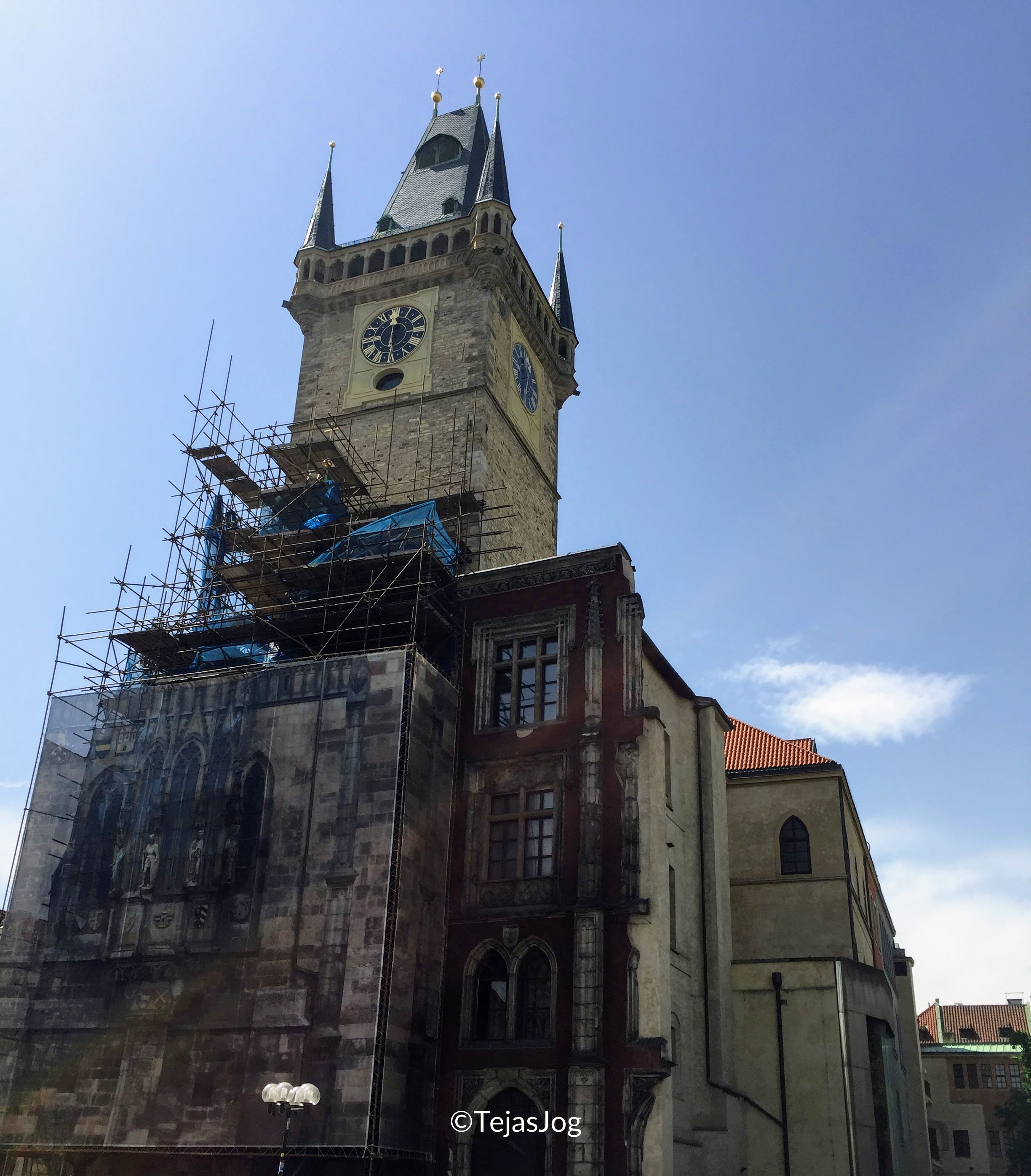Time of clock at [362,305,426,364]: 5:59
